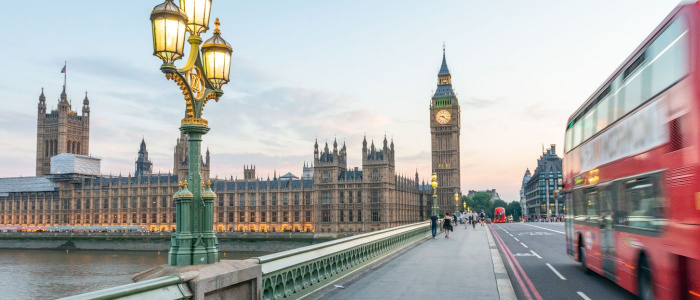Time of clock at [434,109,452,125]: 9:21
